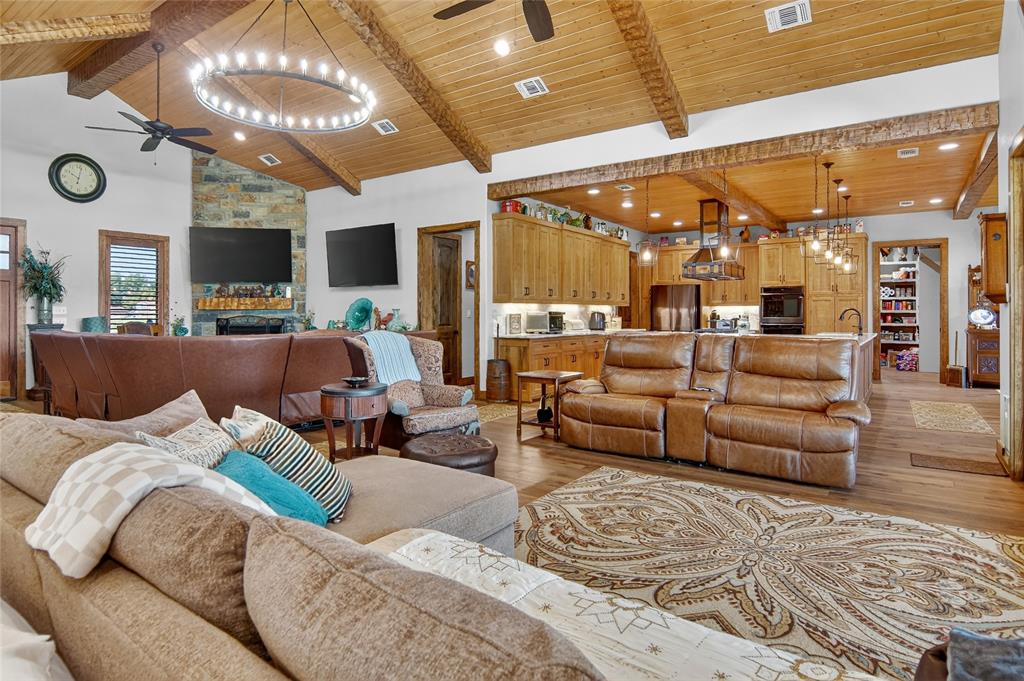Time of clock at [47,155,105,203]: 10:02
